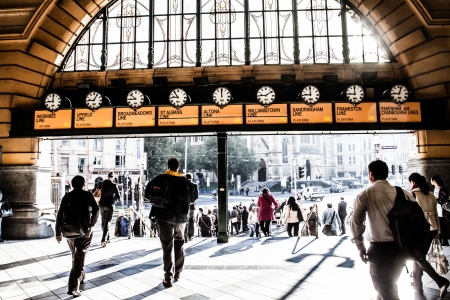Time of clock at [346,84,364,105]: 8:59
